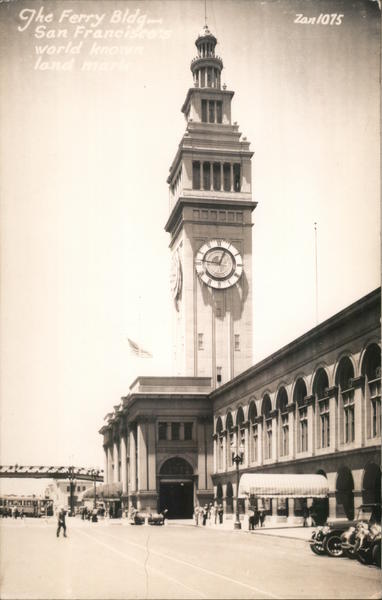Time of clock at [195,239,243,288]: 12:46
